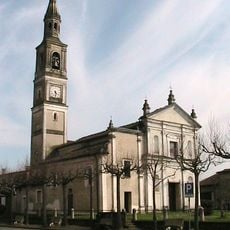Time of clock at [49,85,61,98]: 4:29
